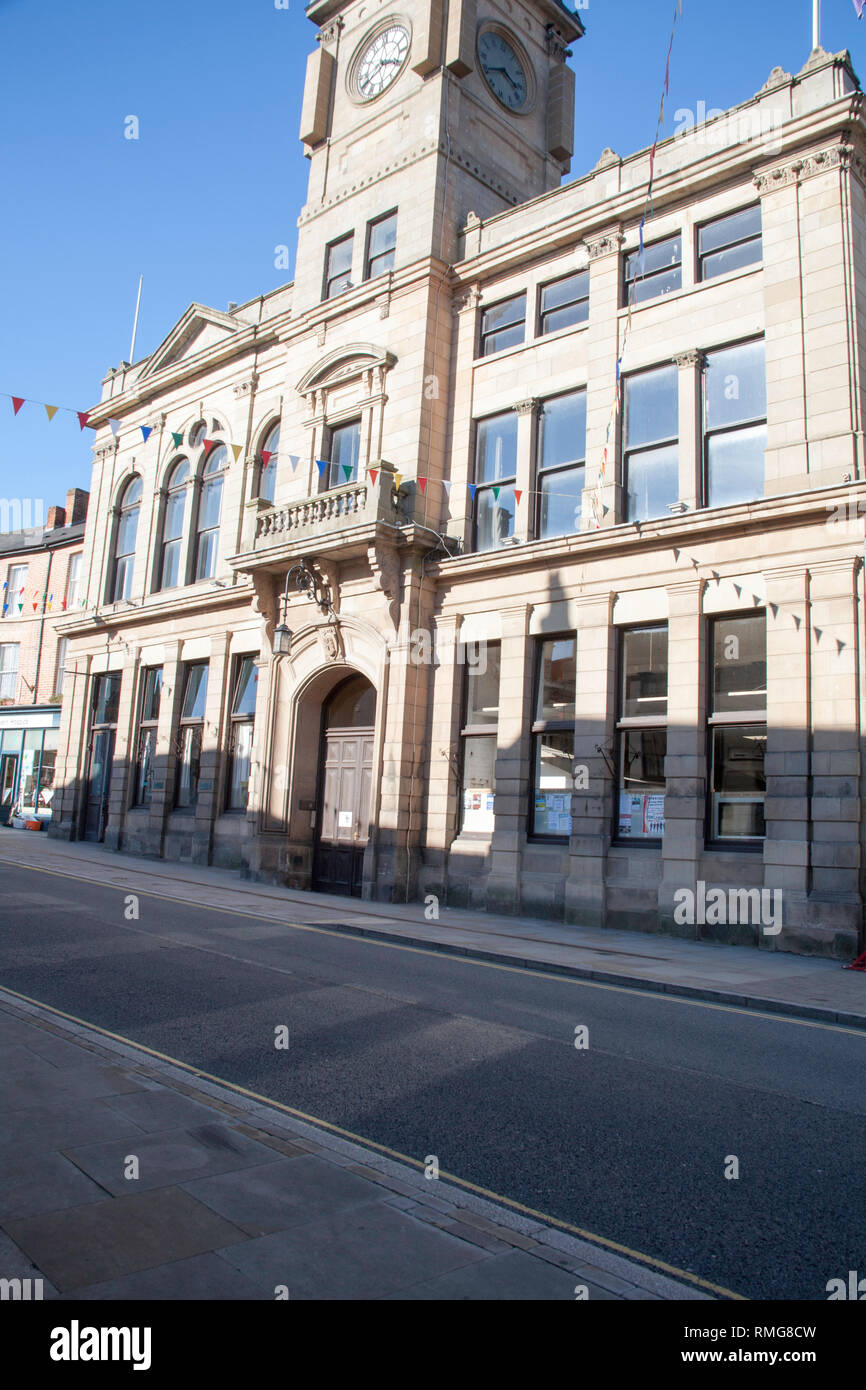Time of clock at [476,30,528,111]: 3:40
